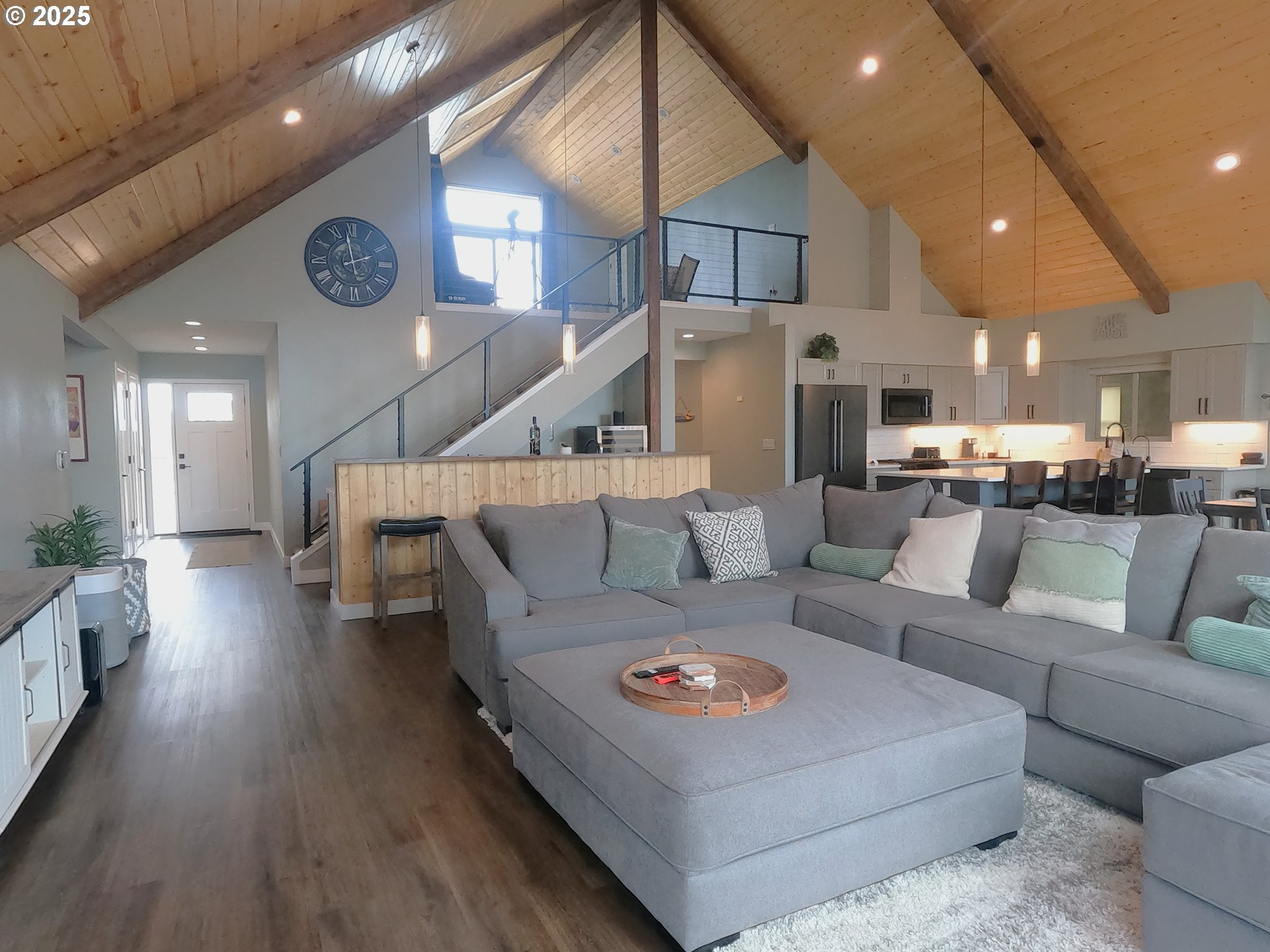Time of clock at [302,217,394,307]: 1:58
